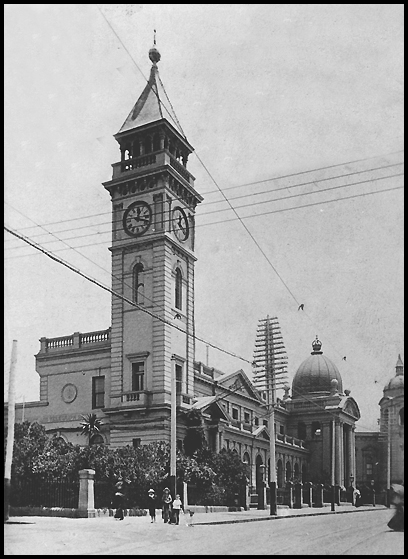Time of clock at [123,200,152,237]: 12:17
